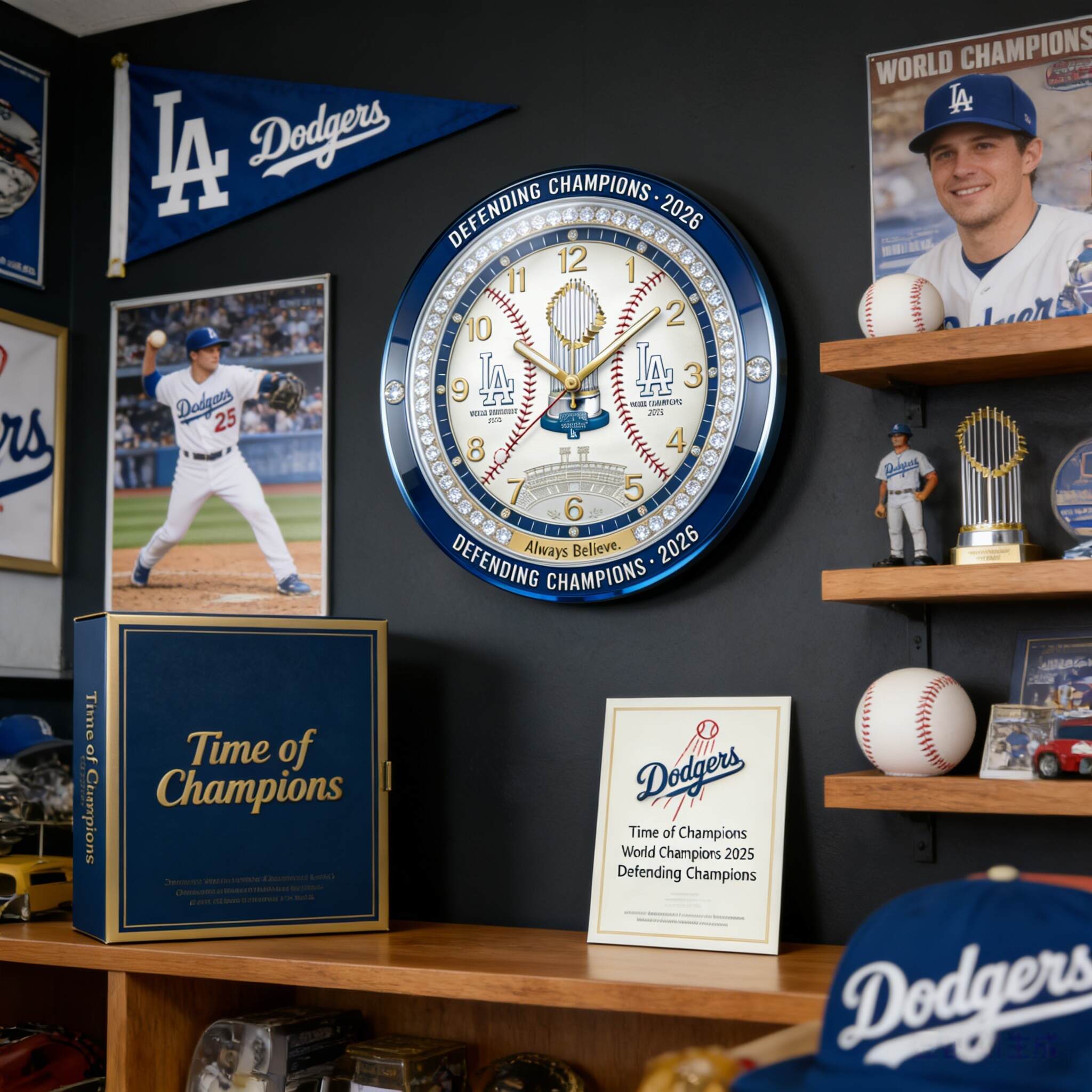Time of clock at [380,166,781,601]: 12:08
